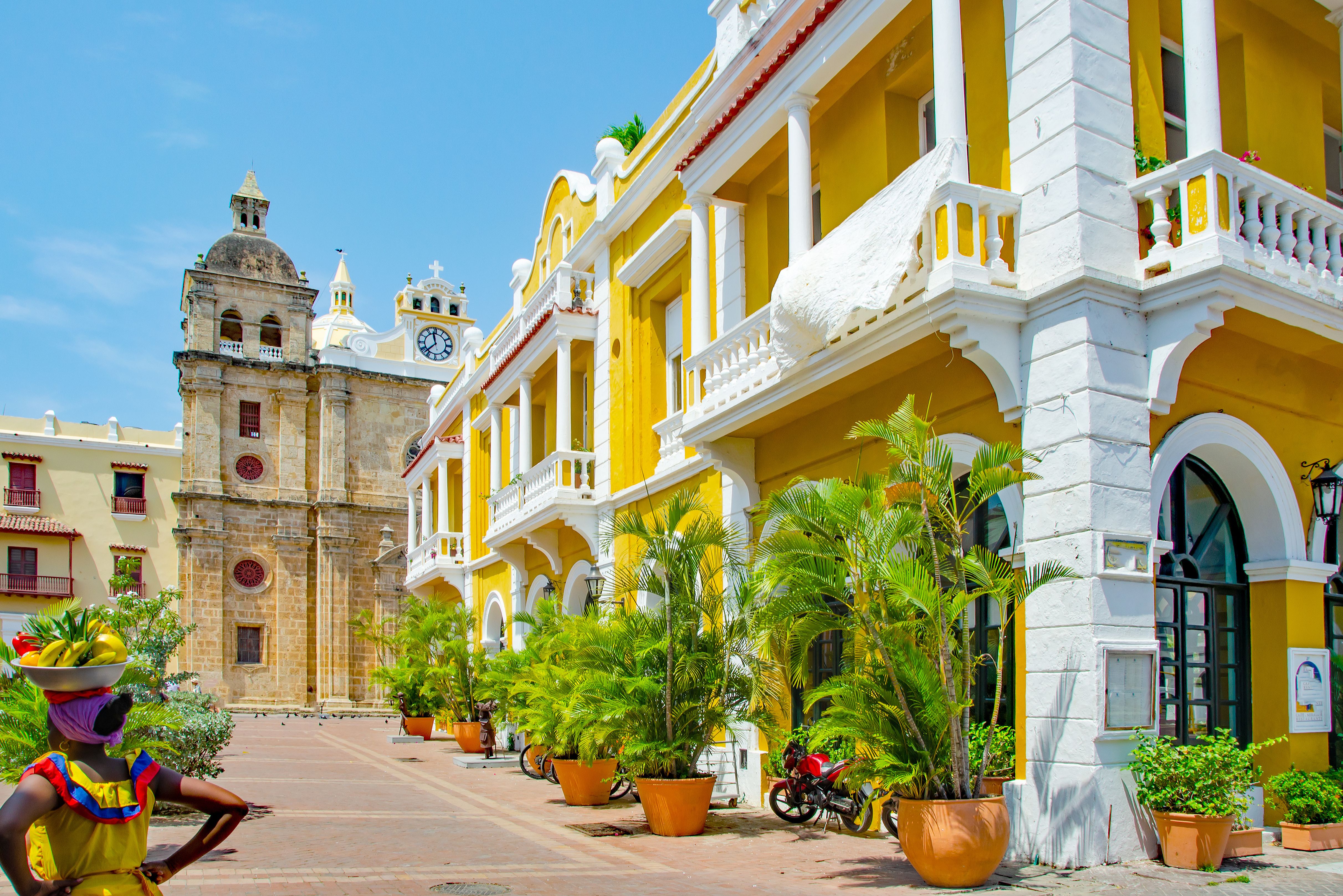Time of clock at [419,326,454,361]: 11:37
